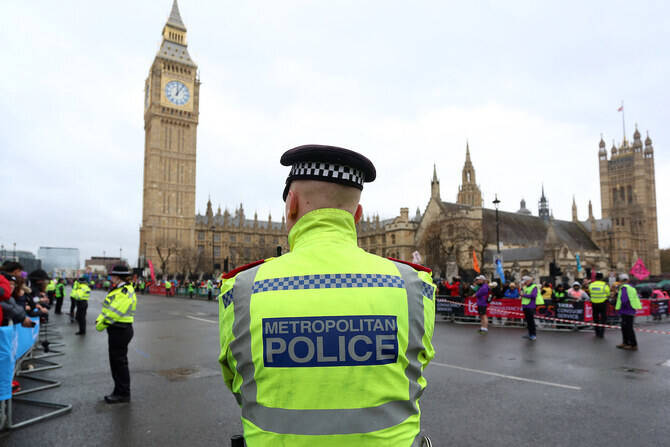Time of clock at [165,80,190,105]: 12:05
